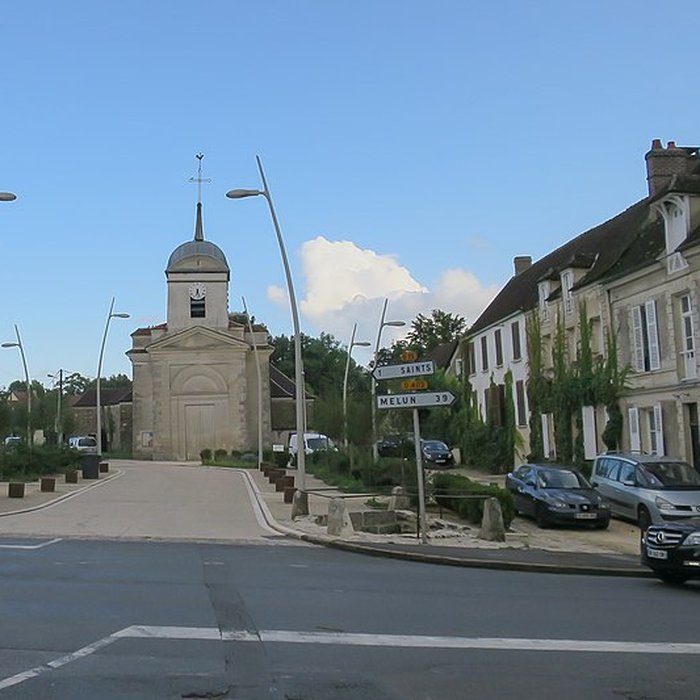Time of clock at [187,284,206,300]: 6:27
